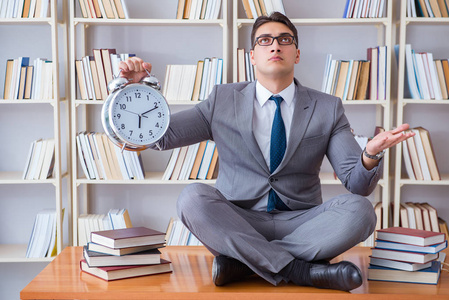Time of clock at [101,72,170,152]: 6:11
